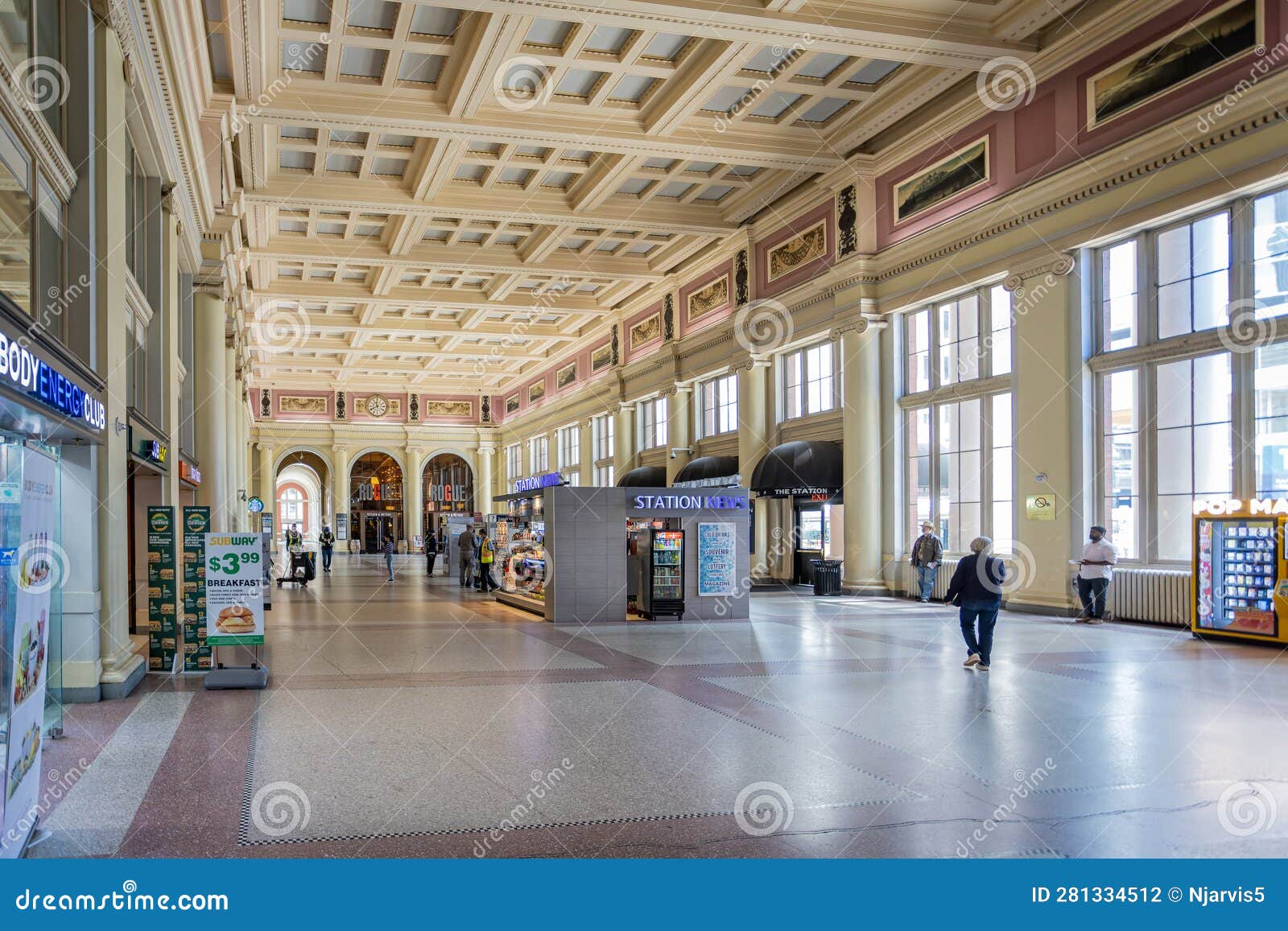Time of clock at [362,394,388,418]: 11:40
